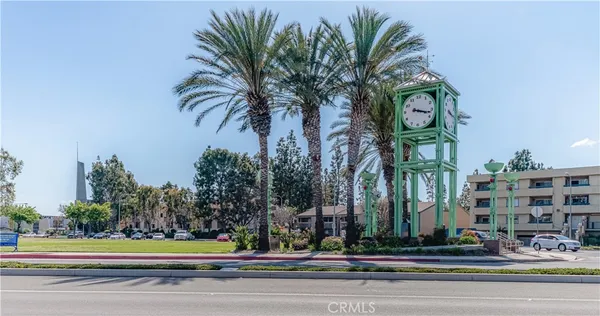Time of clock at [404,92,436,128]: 3:17
